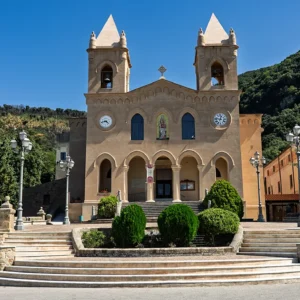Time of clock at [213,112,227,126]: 12:47
